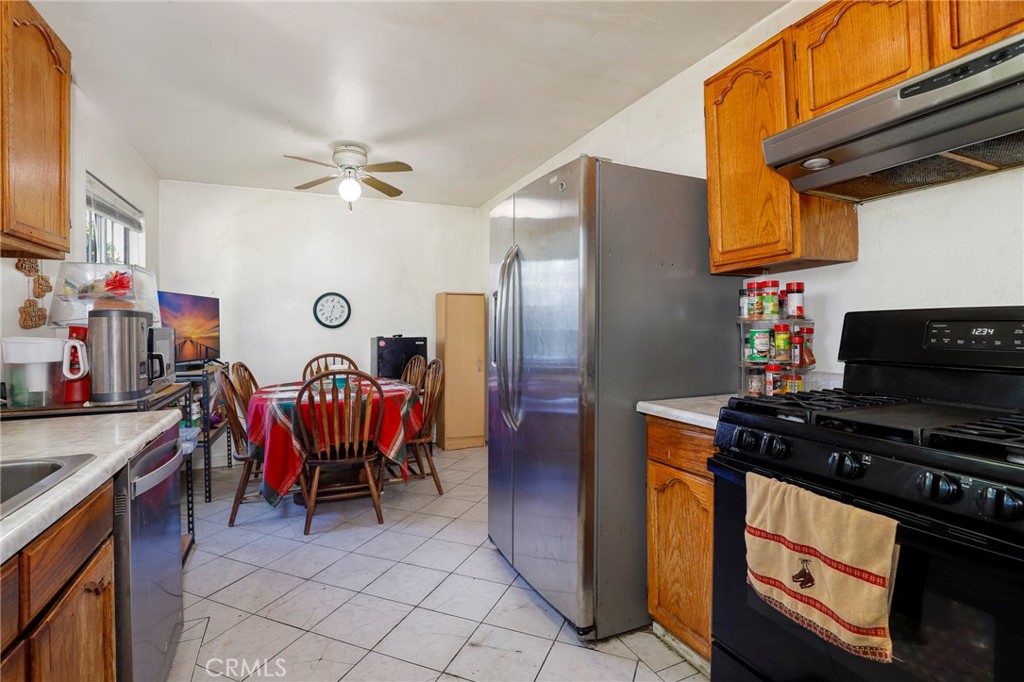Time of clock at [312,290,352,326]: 12:32
